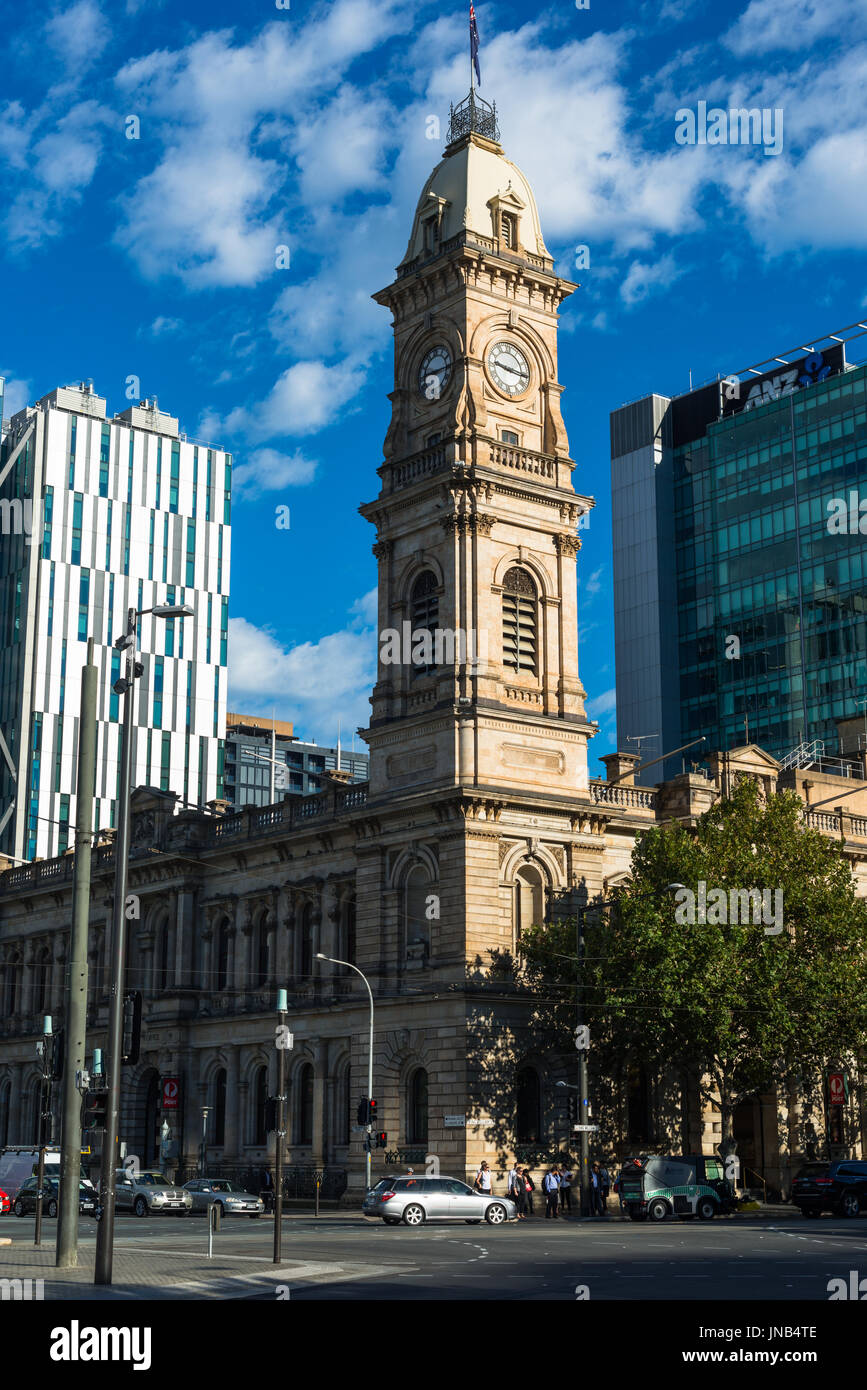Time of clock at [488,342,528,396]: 9:16
